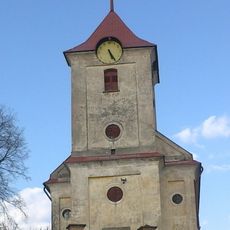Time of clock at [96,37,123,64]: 5:25
